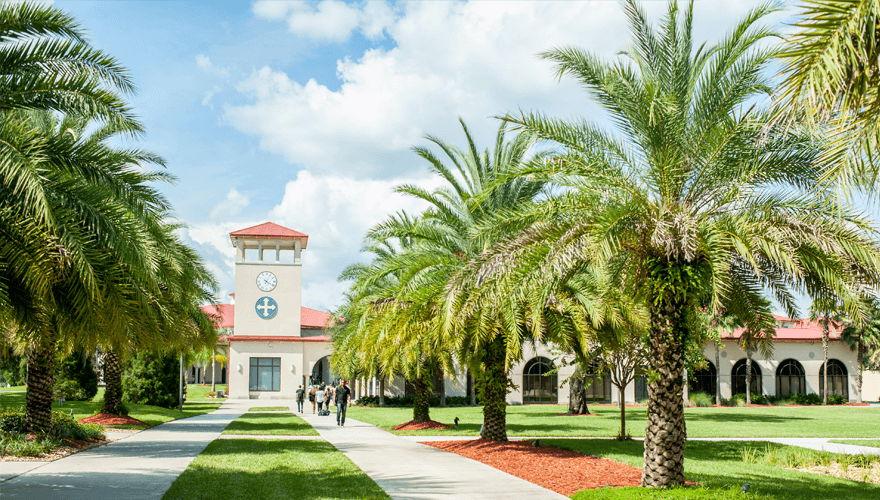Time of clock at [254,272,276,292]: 4:04
